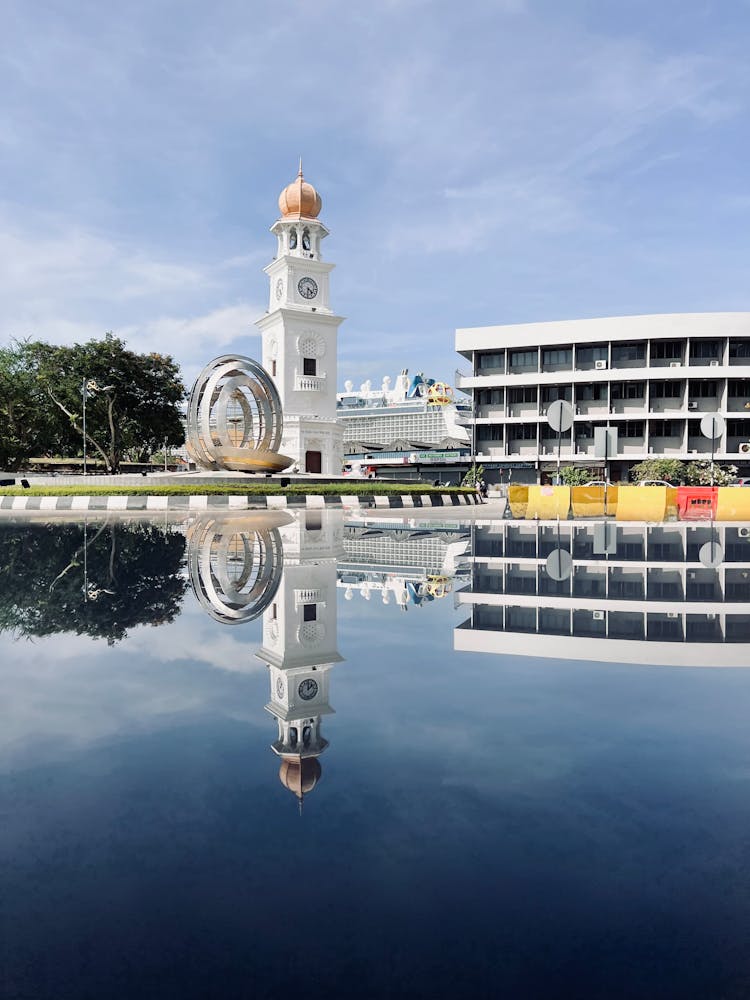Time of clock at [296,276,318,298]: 4:31
